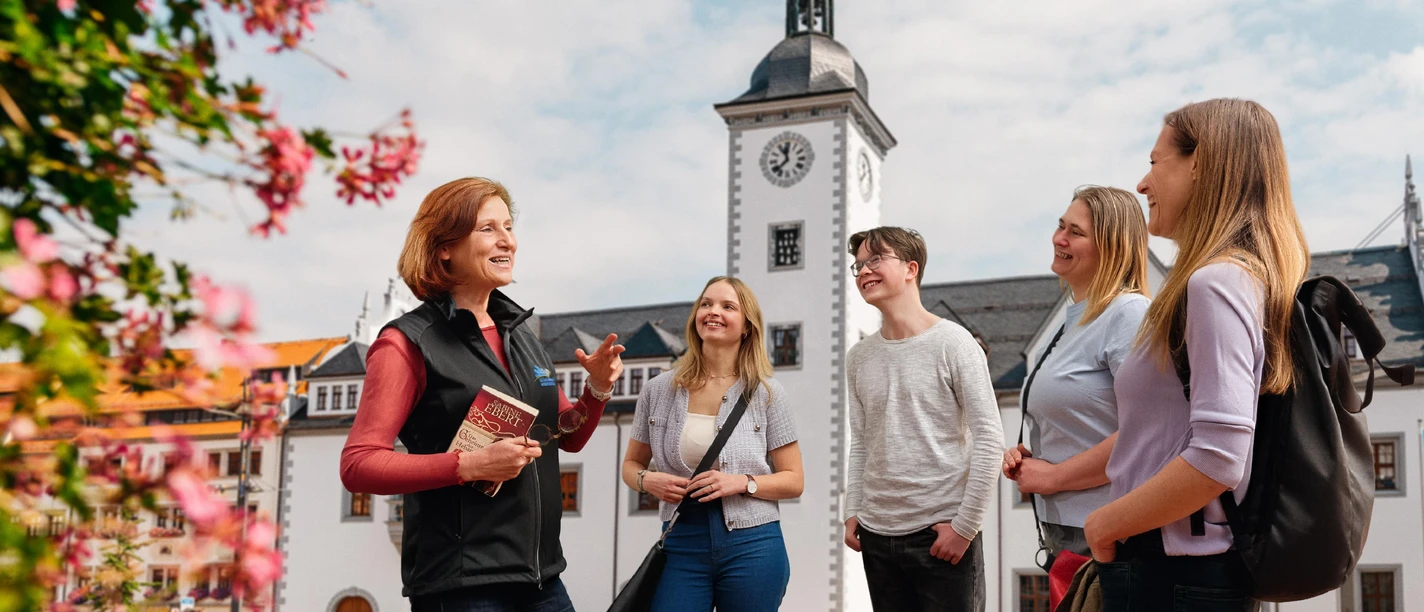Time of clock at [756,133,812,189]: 11:37
